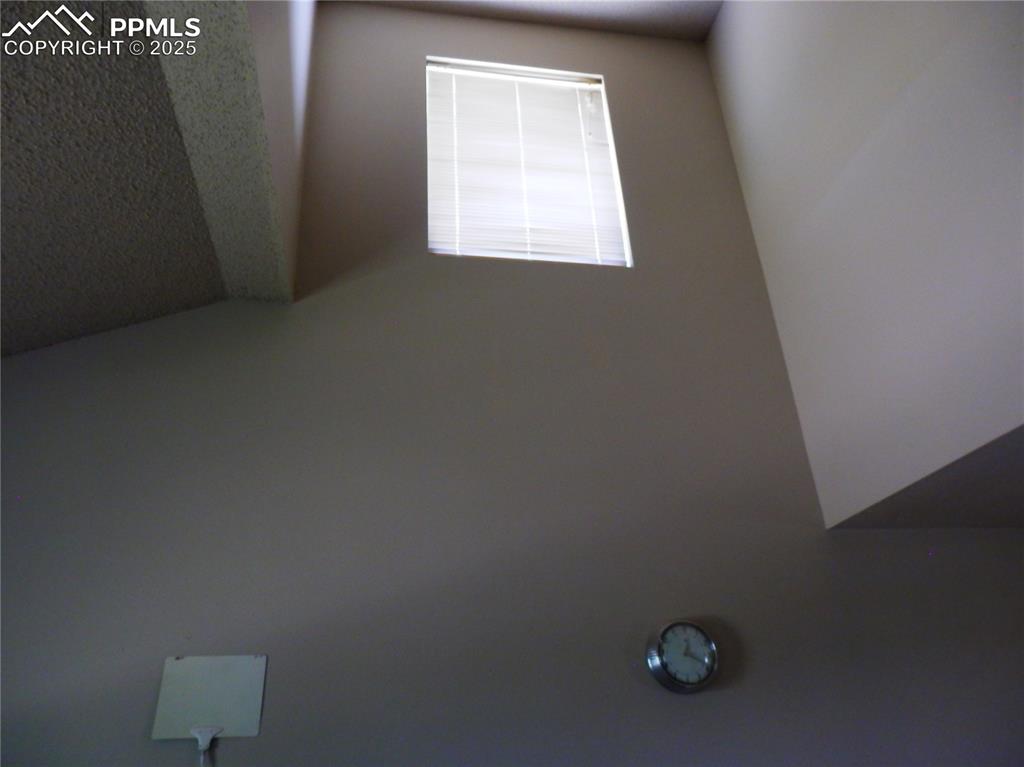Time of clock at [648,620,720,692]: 12:19
